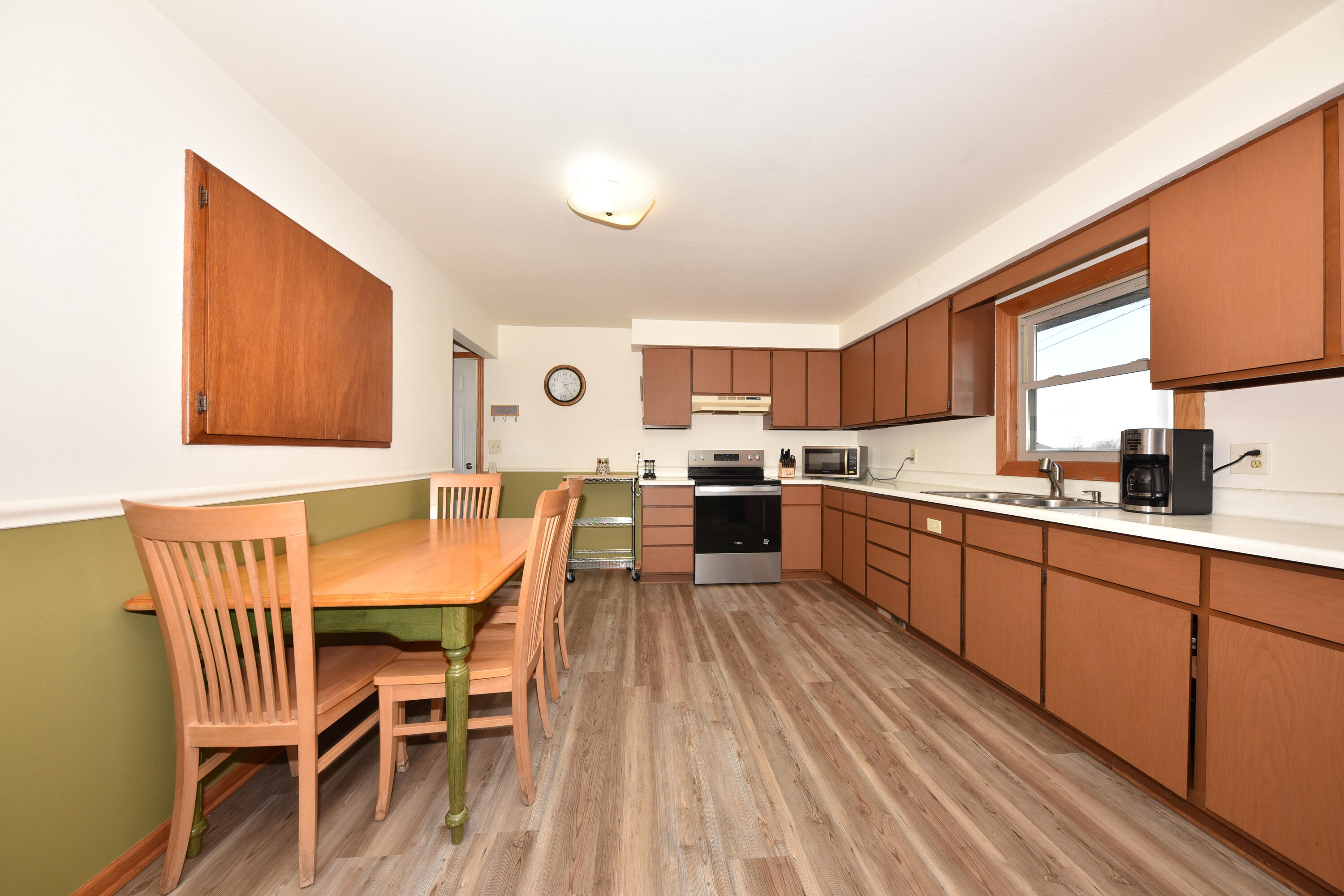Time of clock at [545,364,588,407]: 2:24
